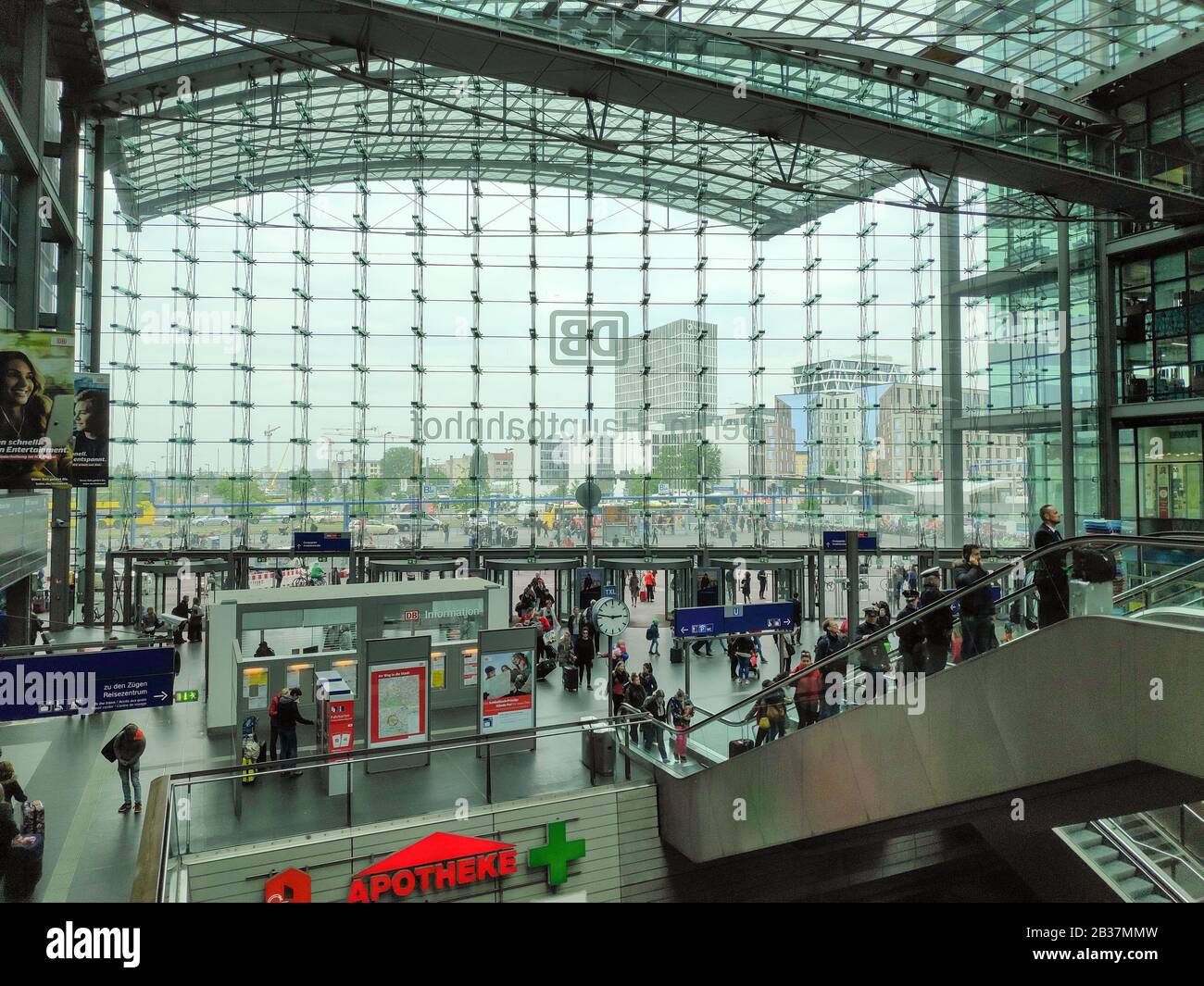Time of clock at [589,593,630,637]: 2:46
